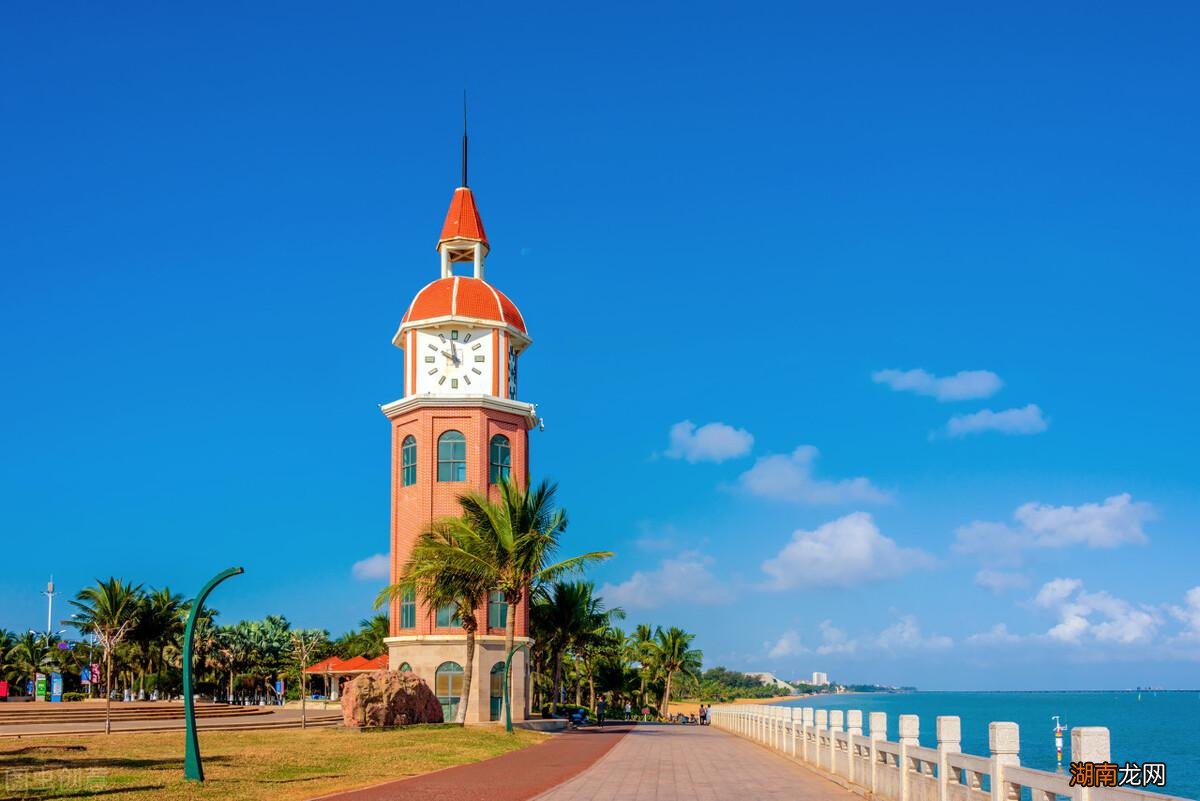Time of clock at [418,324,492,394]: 9:58
